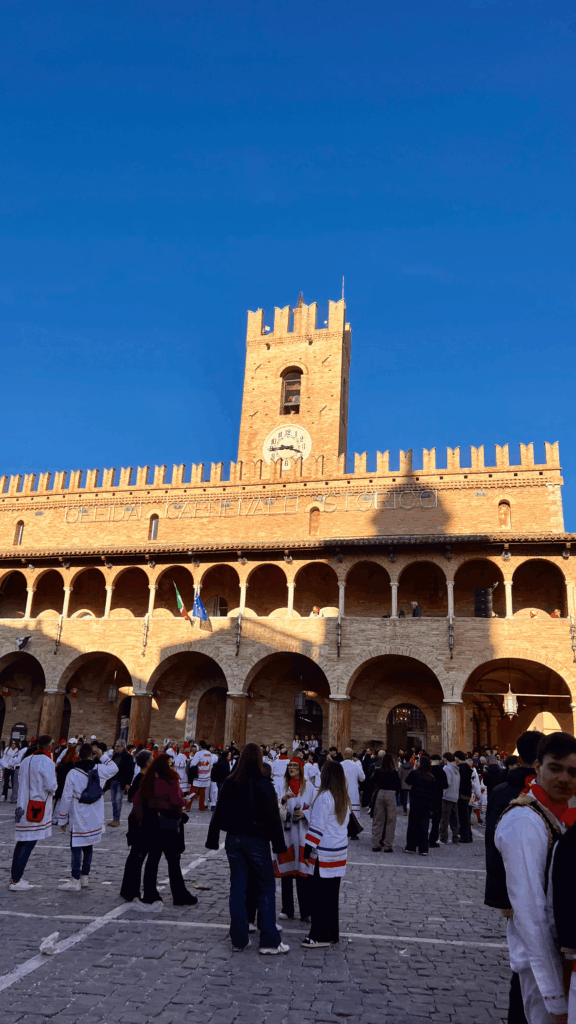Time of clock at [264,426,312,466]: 3:44
